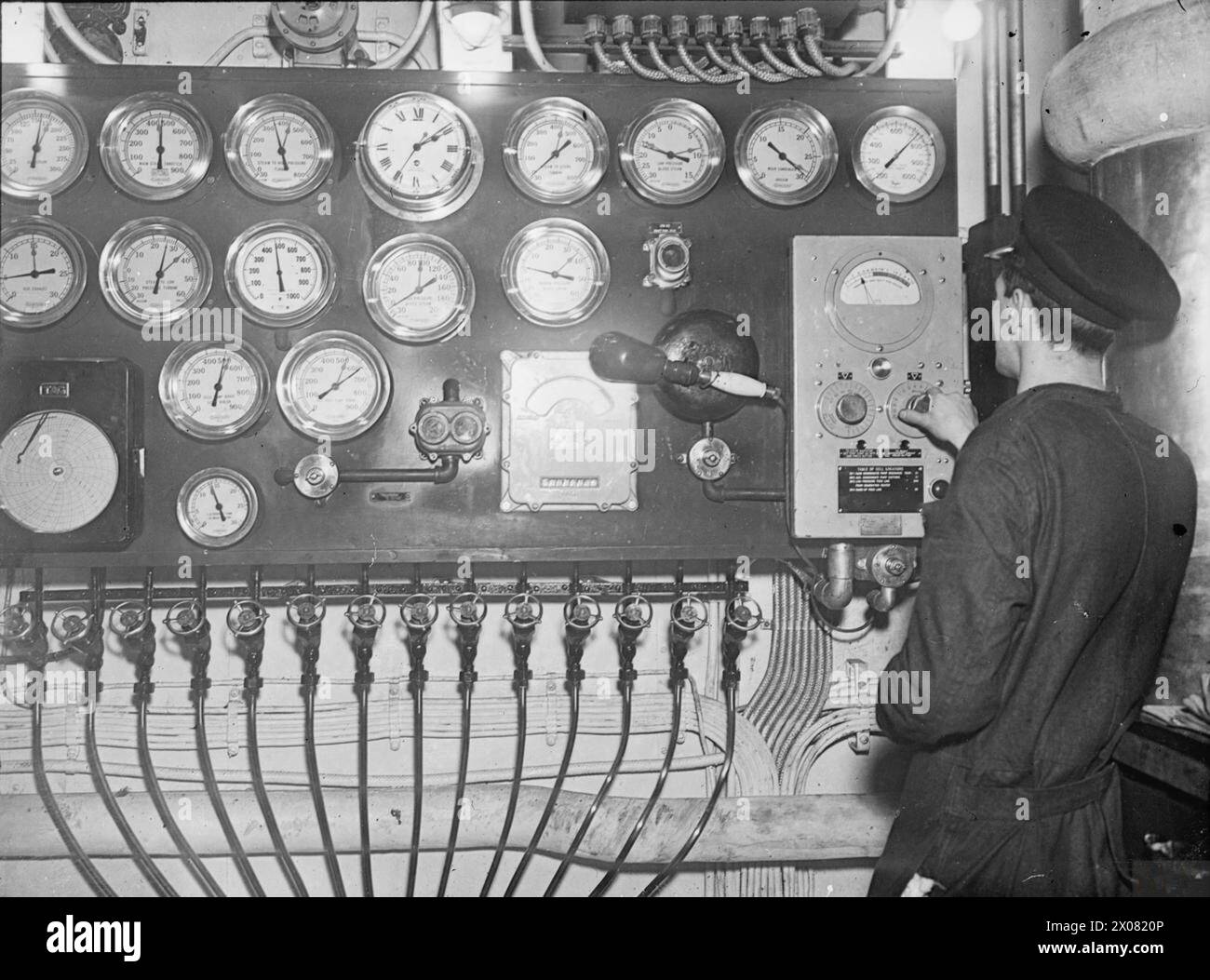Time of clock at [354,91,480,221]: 2:09
